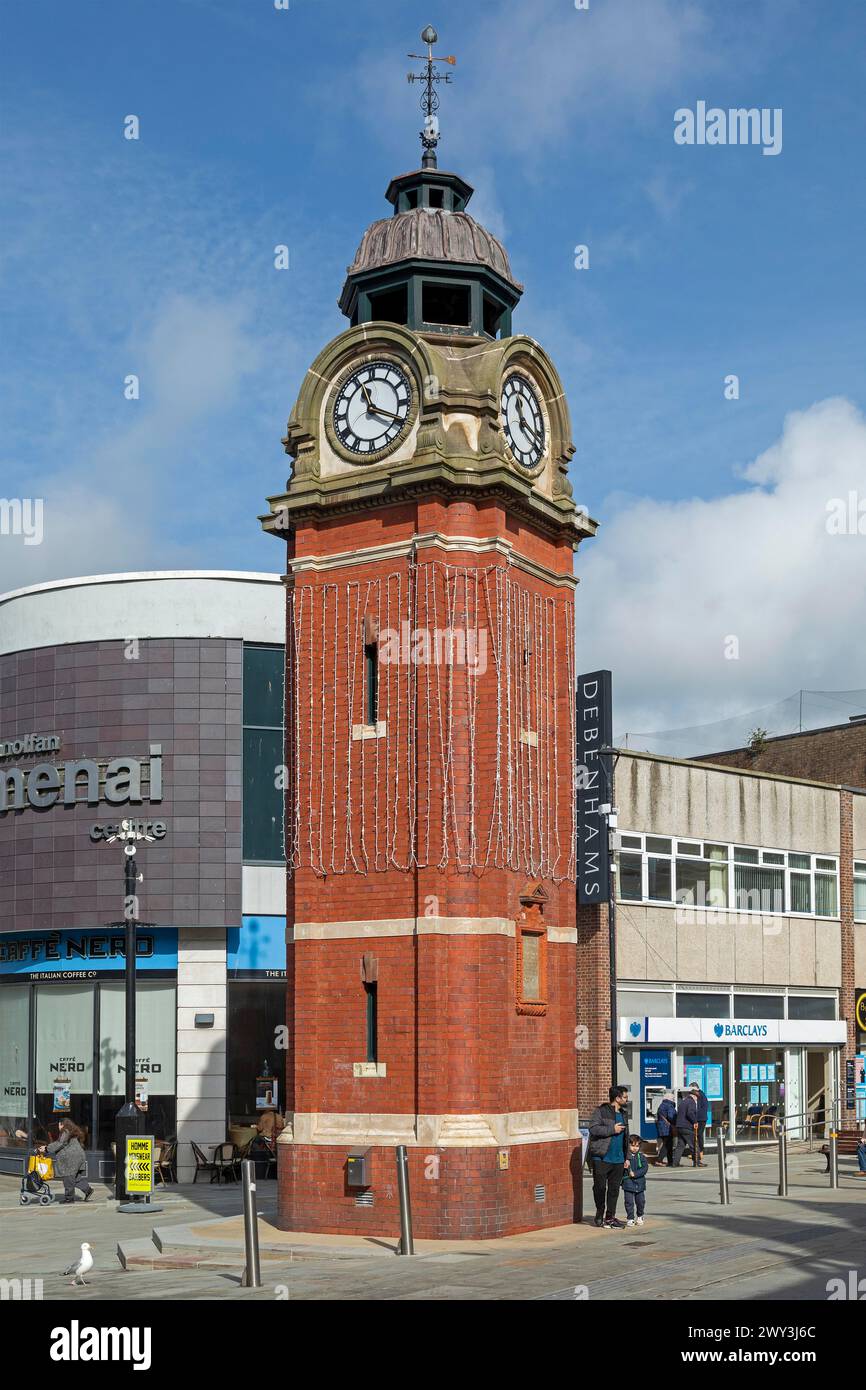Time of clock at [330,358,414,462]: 11:19
